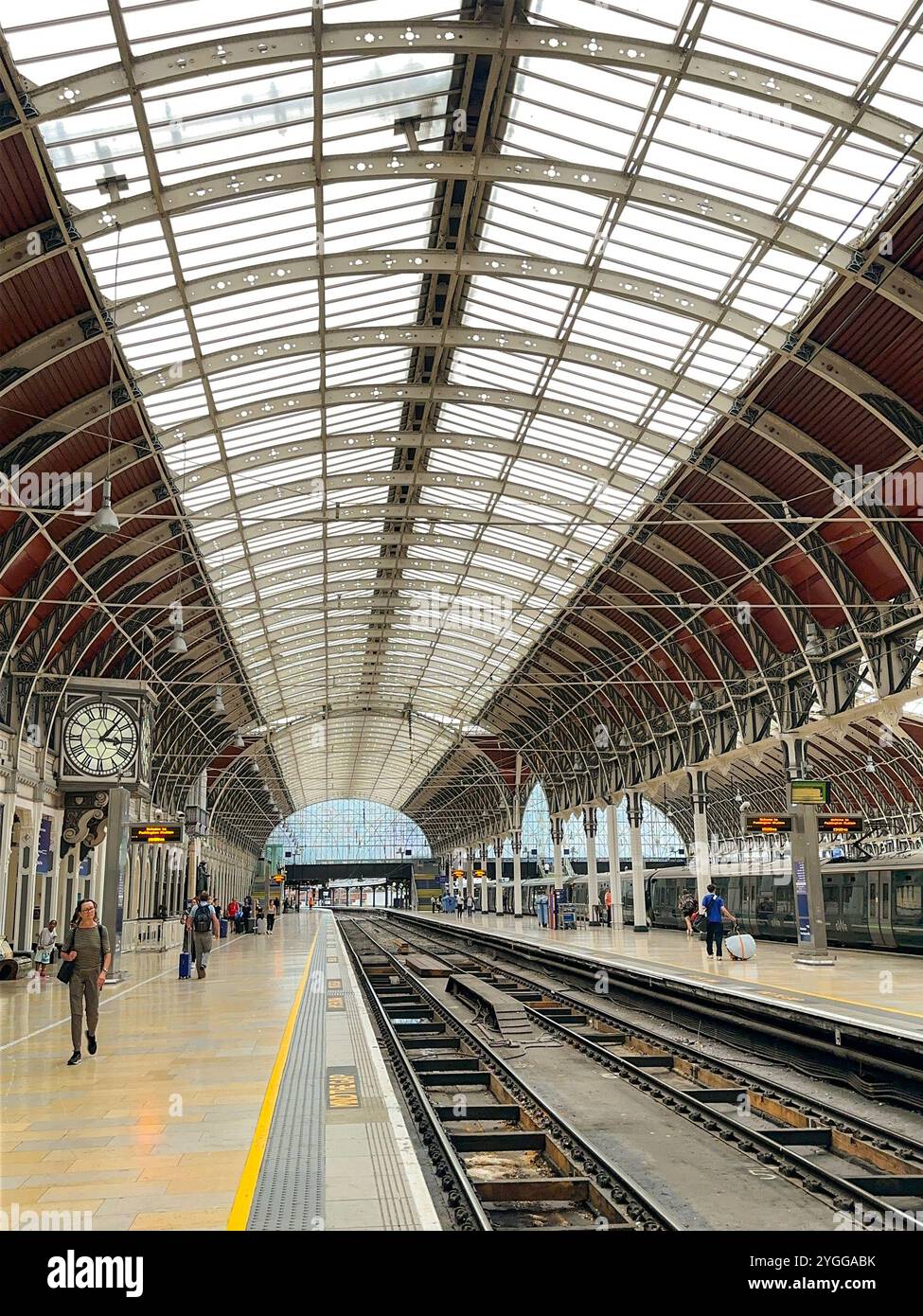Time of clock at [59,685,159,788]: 3:06
